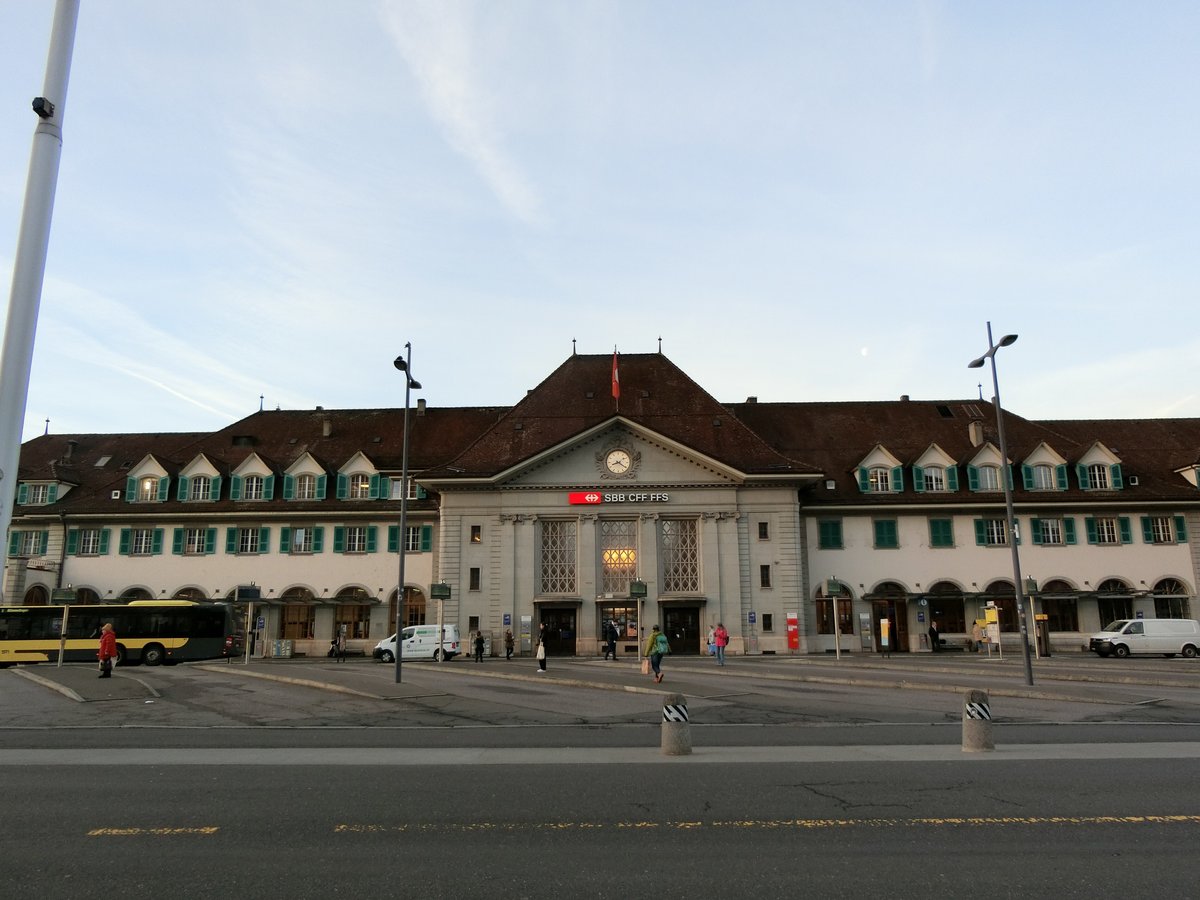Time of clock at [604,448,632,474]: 8:20
